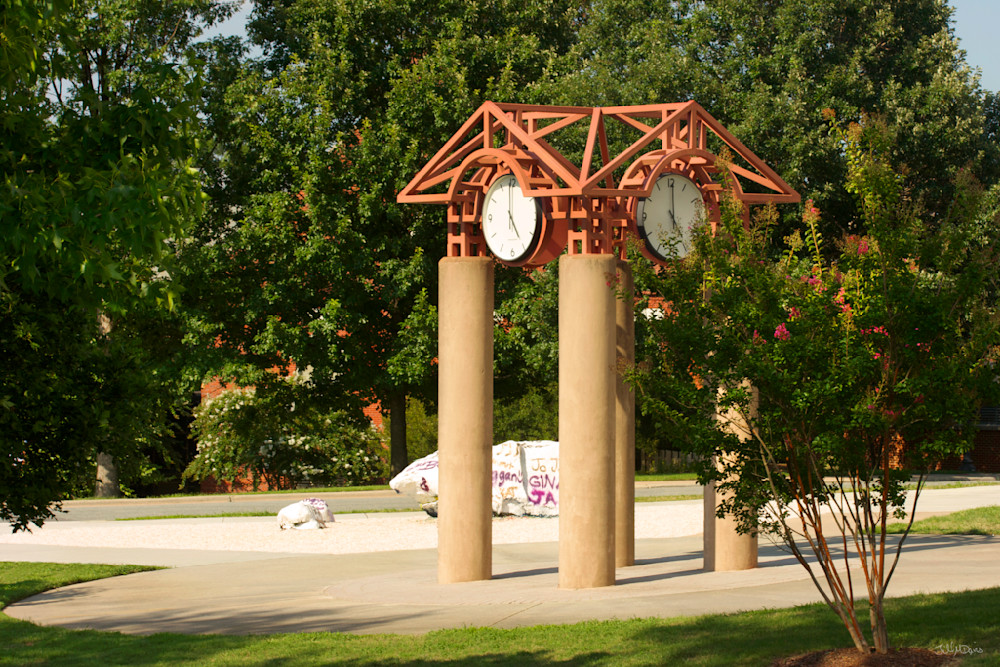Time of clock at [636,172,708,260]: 5:00
